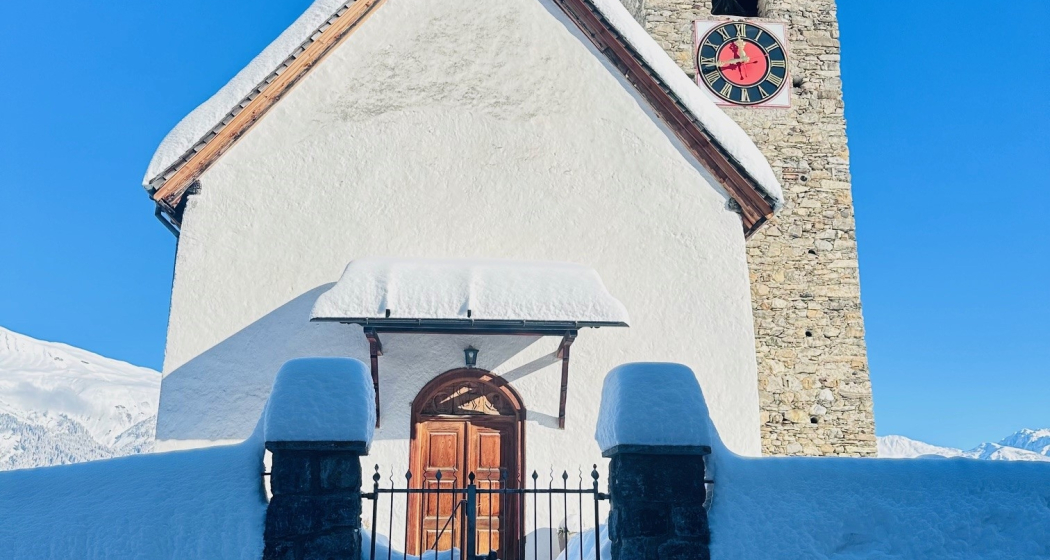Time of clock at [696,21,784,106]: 11:42
